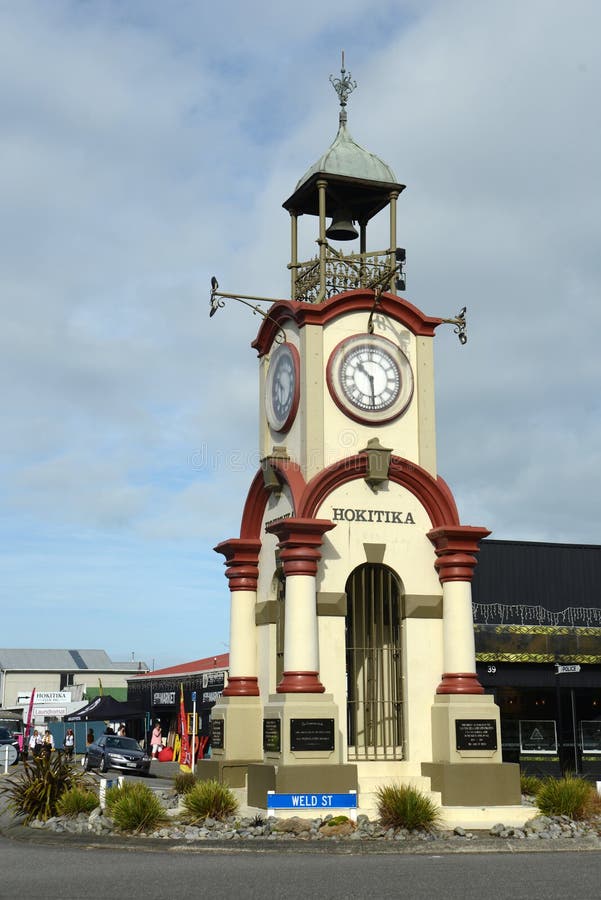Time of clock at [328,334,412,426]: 10:28
